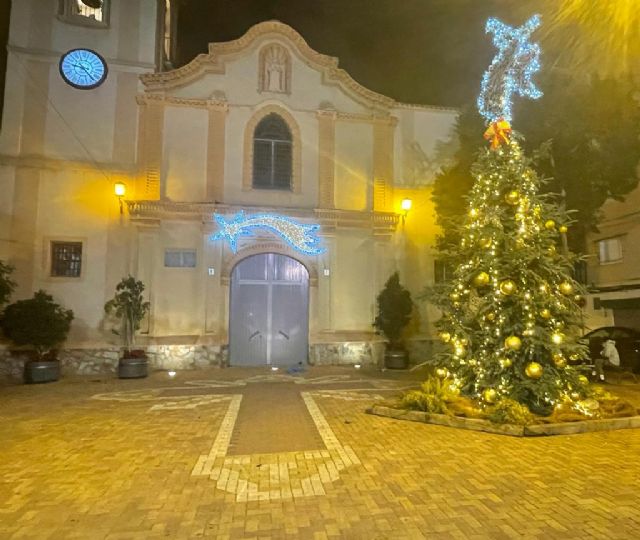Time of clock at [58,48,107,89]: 9:23
